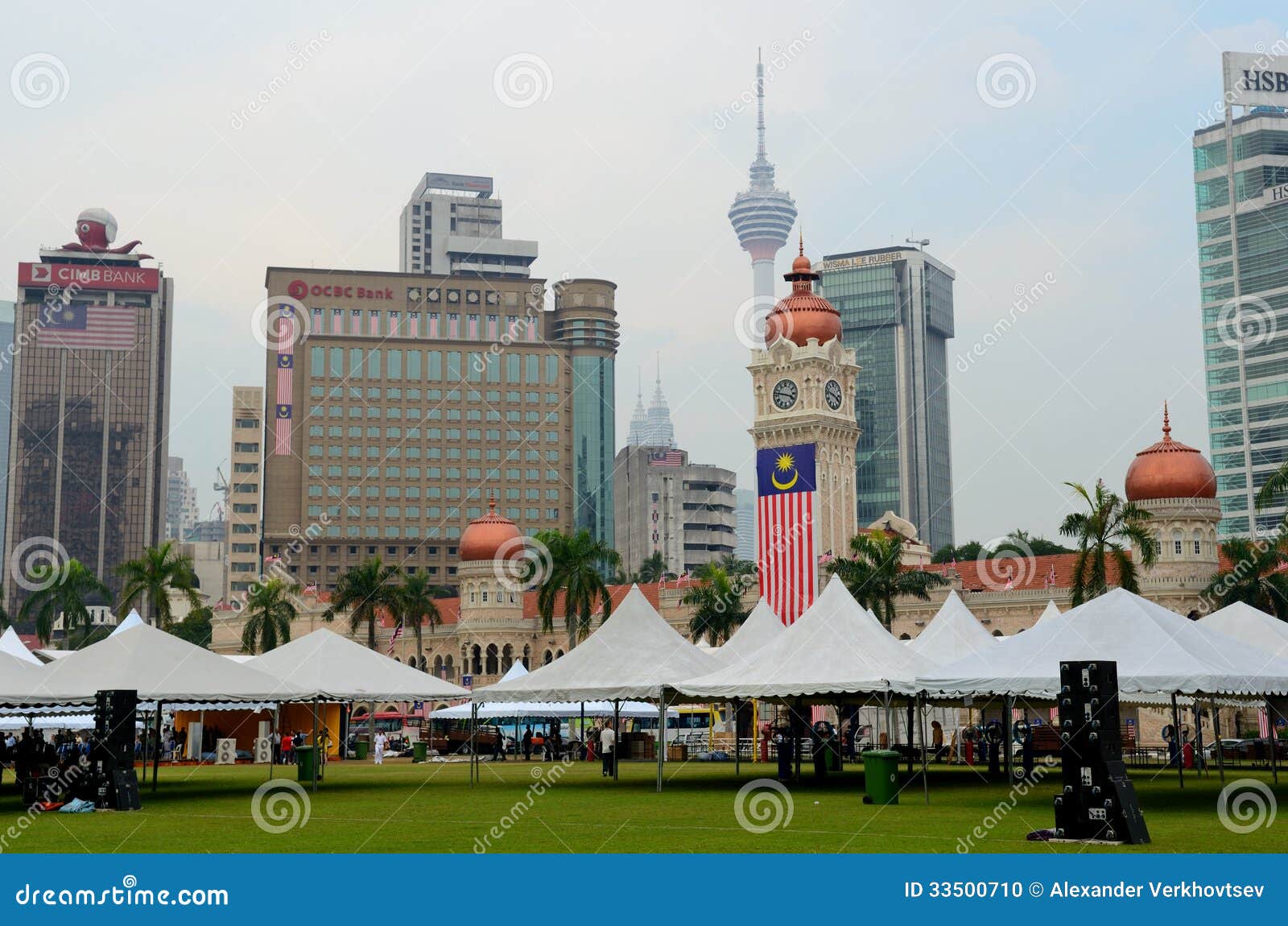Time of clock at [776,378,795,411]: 3:47
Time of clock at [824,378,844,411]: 3:47
